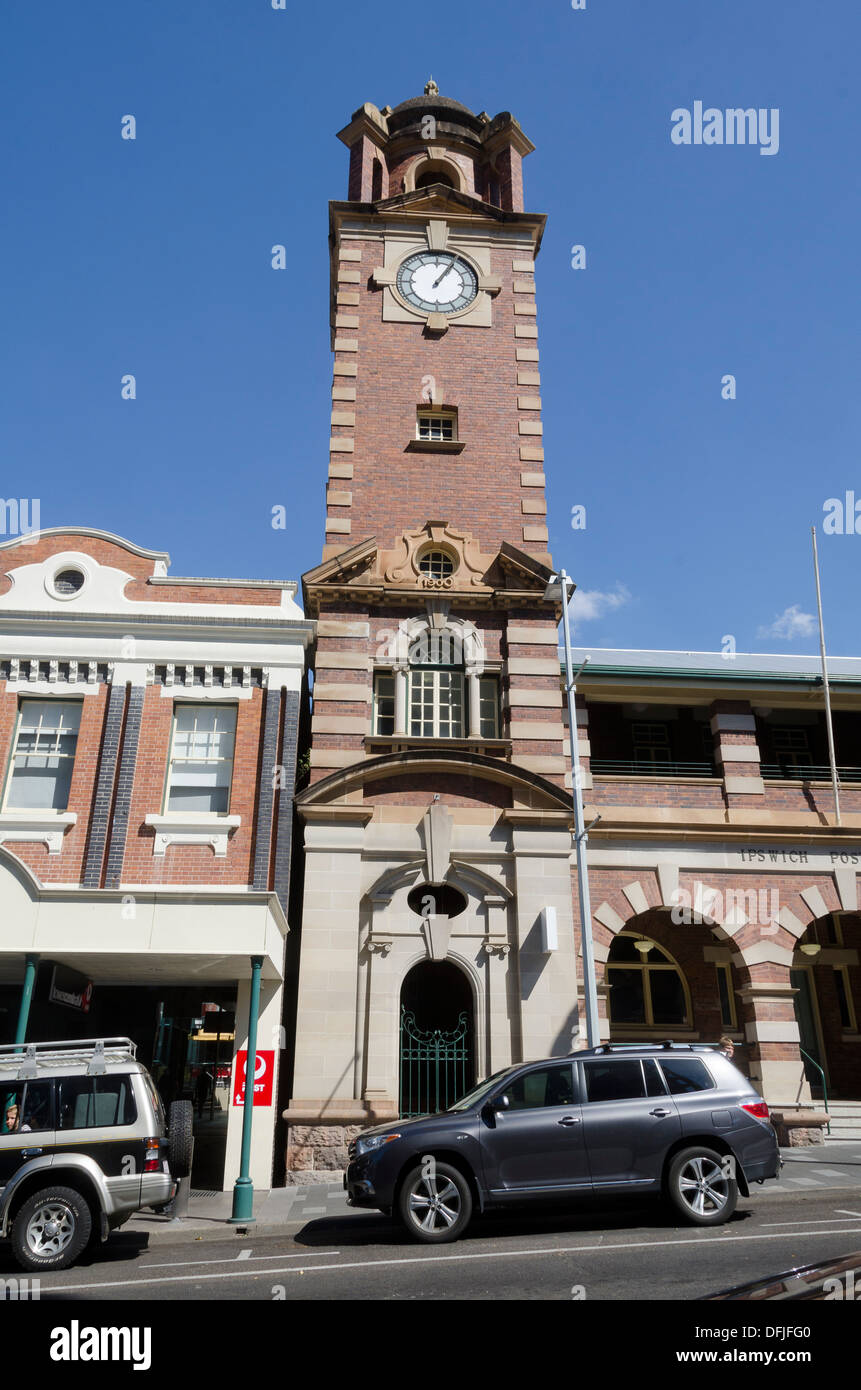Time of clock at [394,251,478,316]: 1:05
